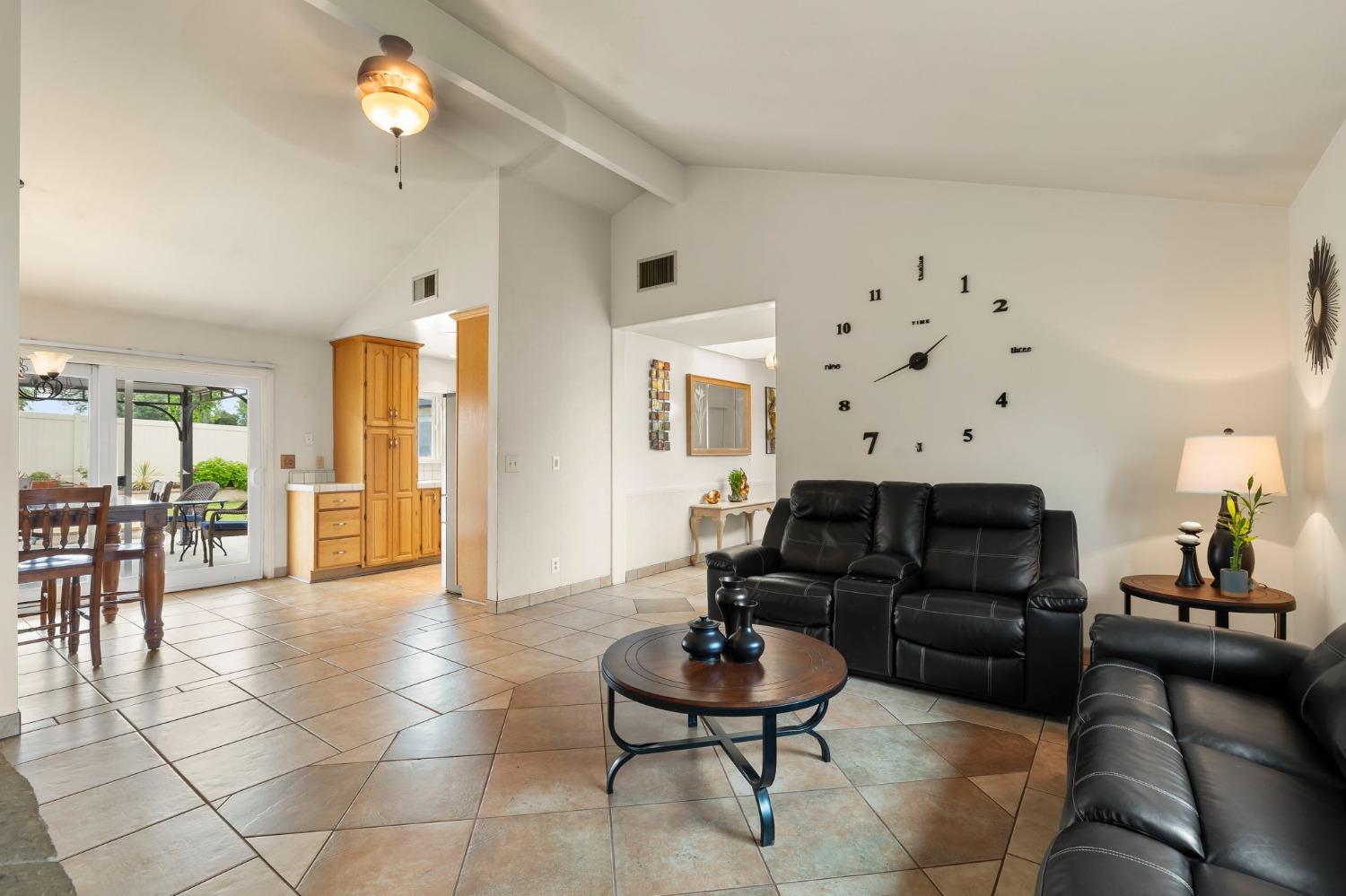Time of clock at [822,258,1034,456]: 1:40
